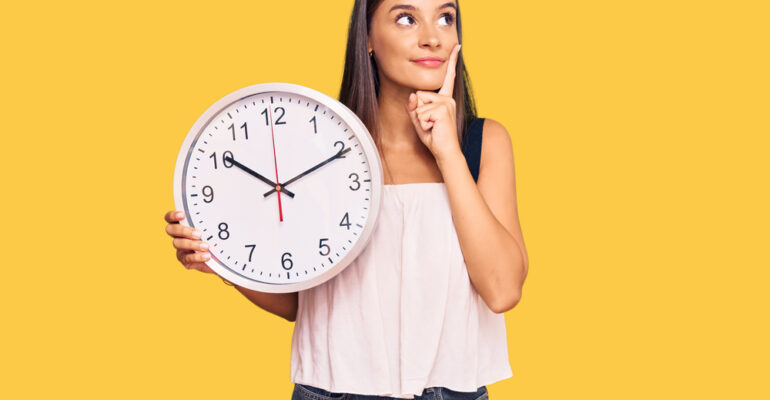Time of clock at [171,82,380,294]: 10:10
